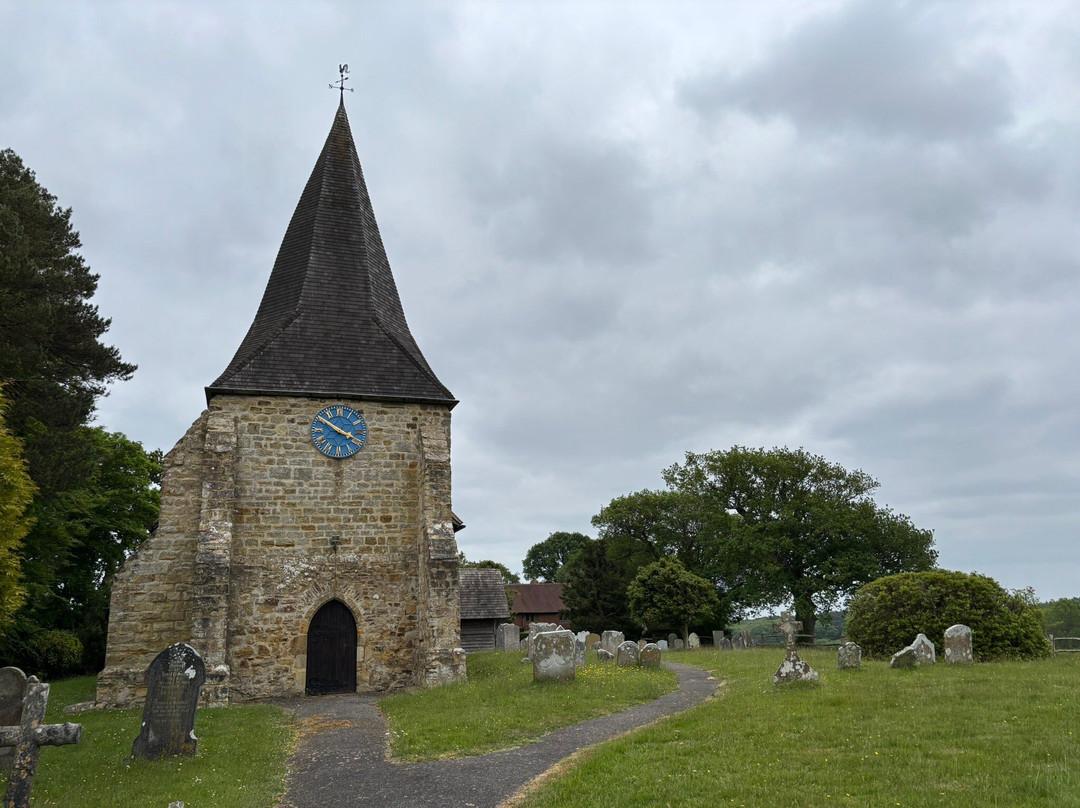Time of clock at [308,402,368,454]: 3:50
